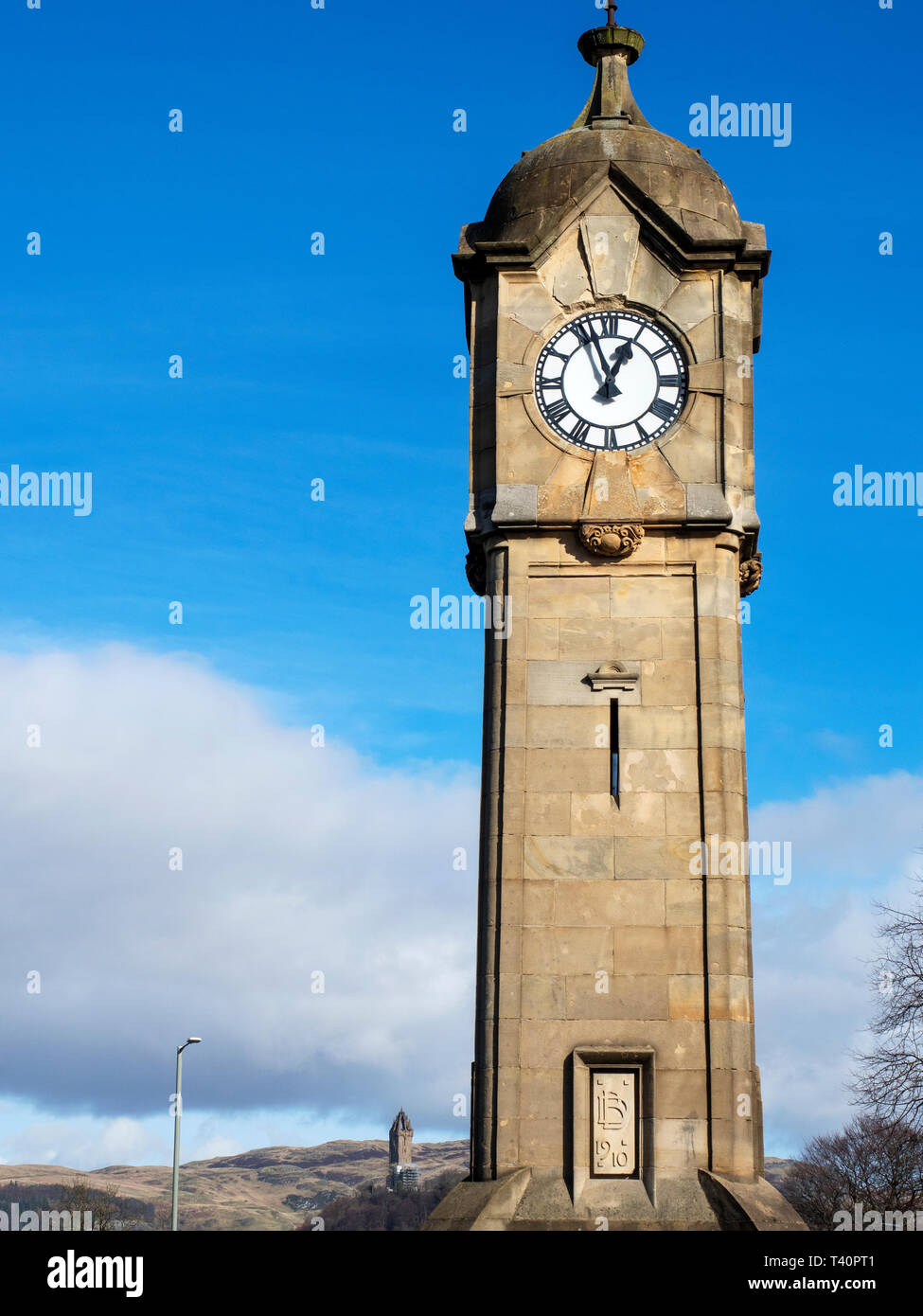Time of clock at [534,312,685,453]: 12:57
